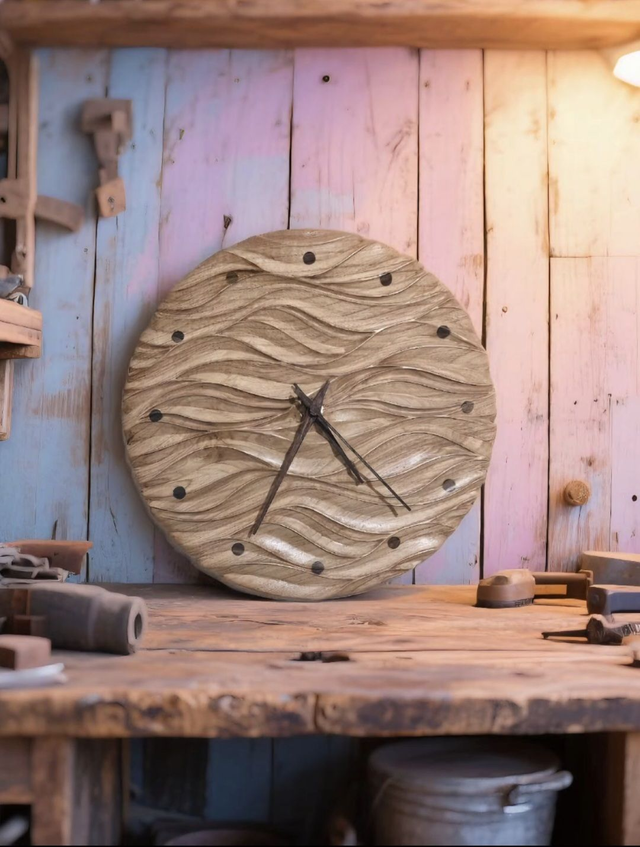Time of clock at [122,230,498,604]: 4:34
